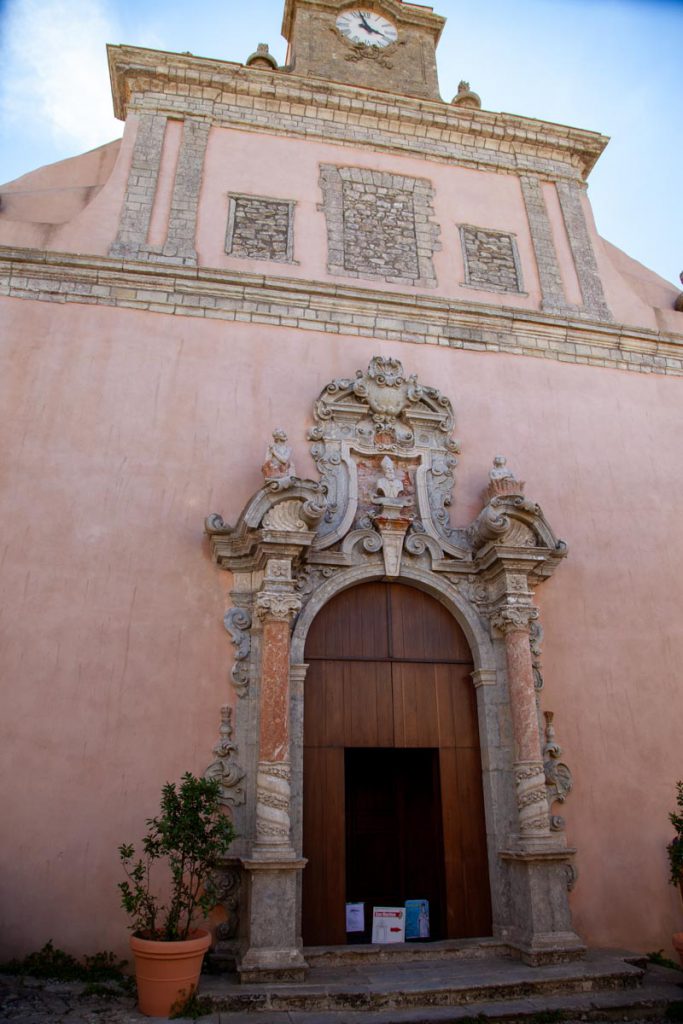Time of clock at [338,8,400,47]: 3:57
